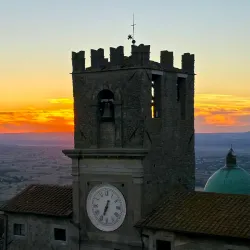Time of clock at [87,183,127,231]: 6:33
